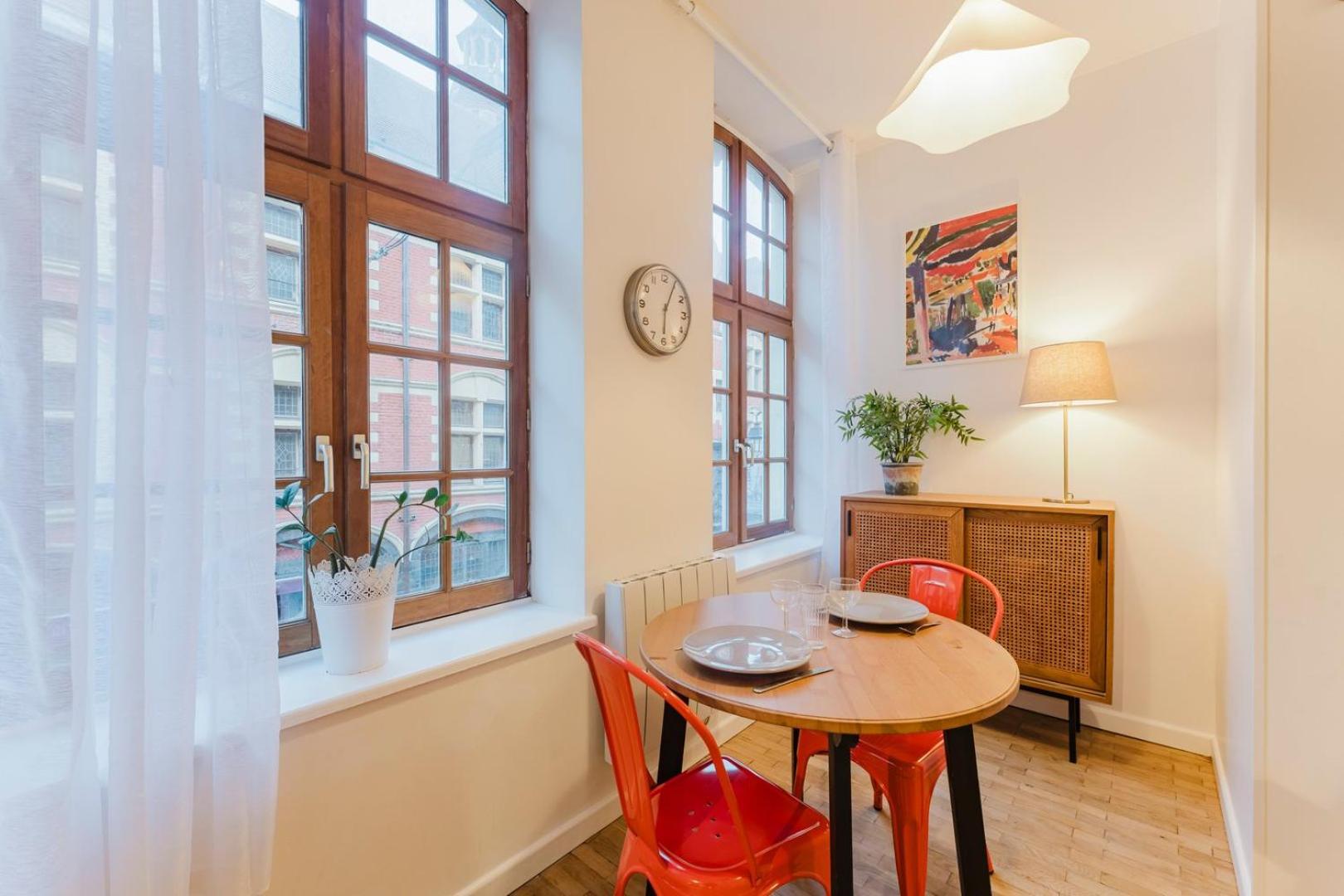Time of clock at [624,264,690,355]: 6:04
